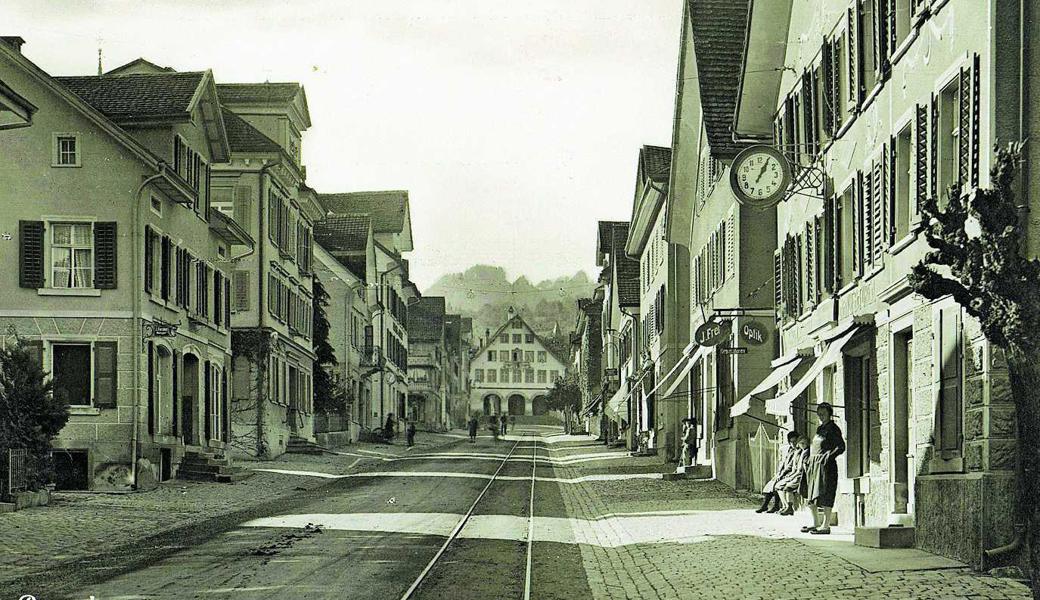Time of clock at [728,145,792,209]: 1:04
